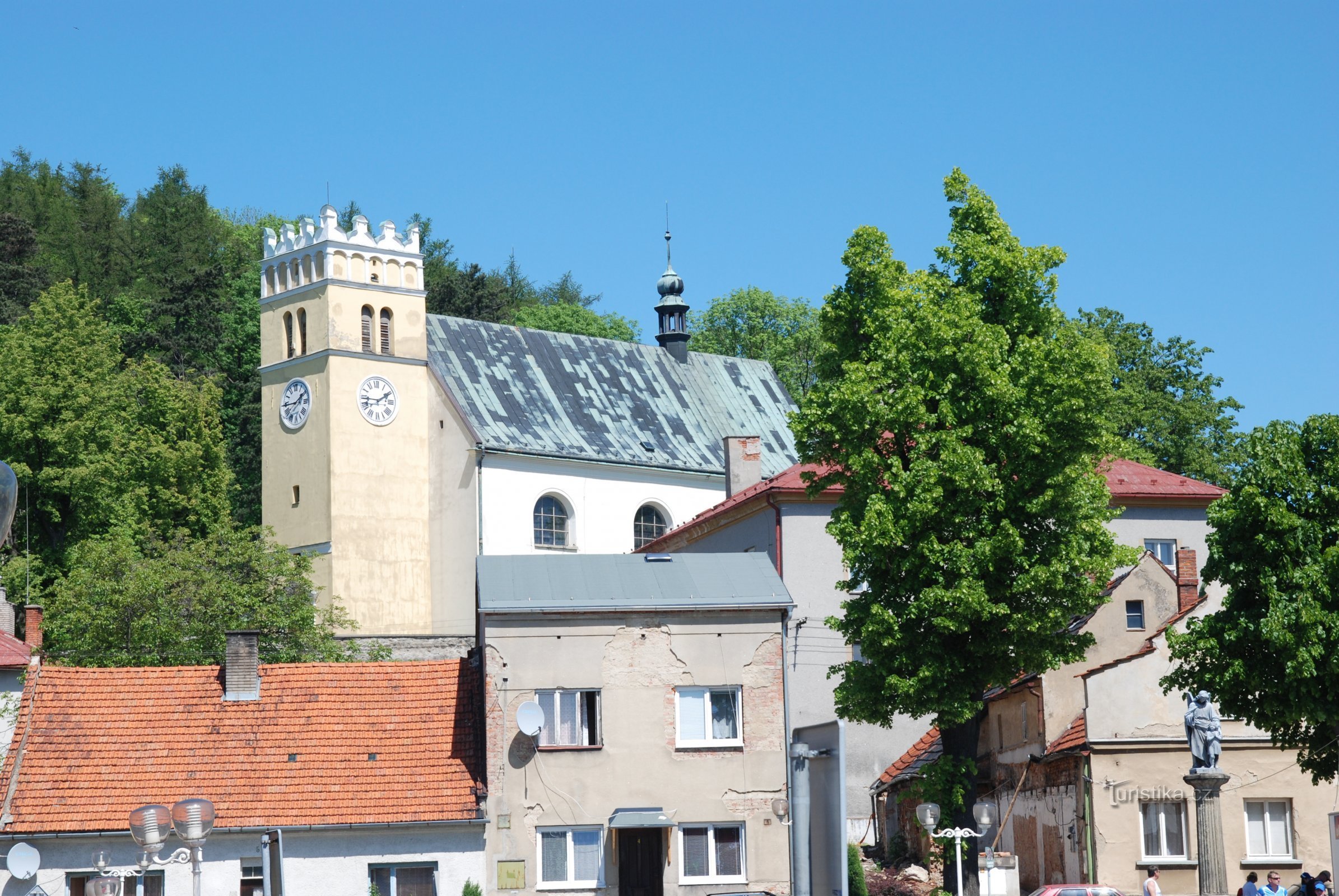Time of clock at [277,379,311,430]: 1:44
